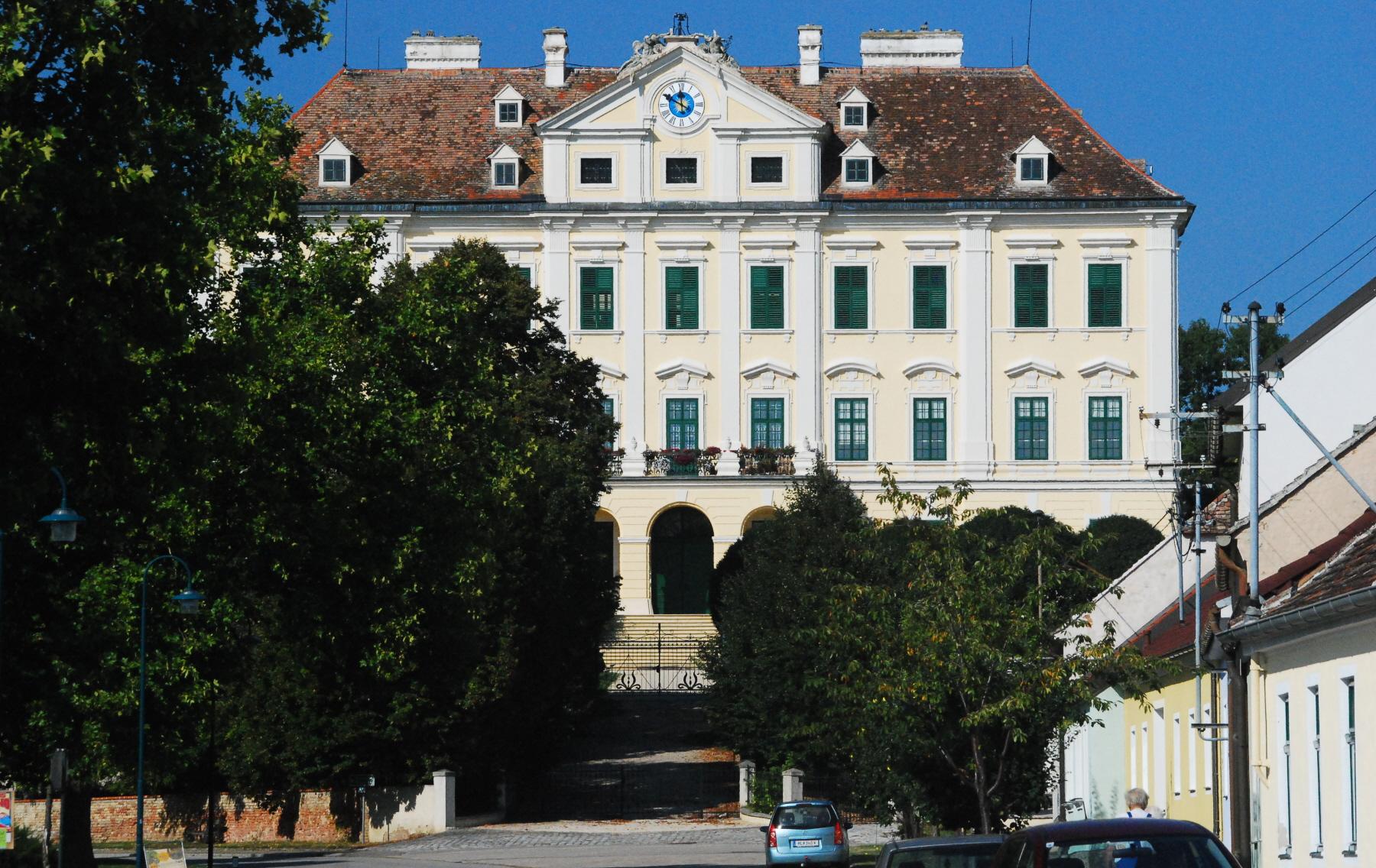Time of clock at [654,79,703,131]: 11:49
